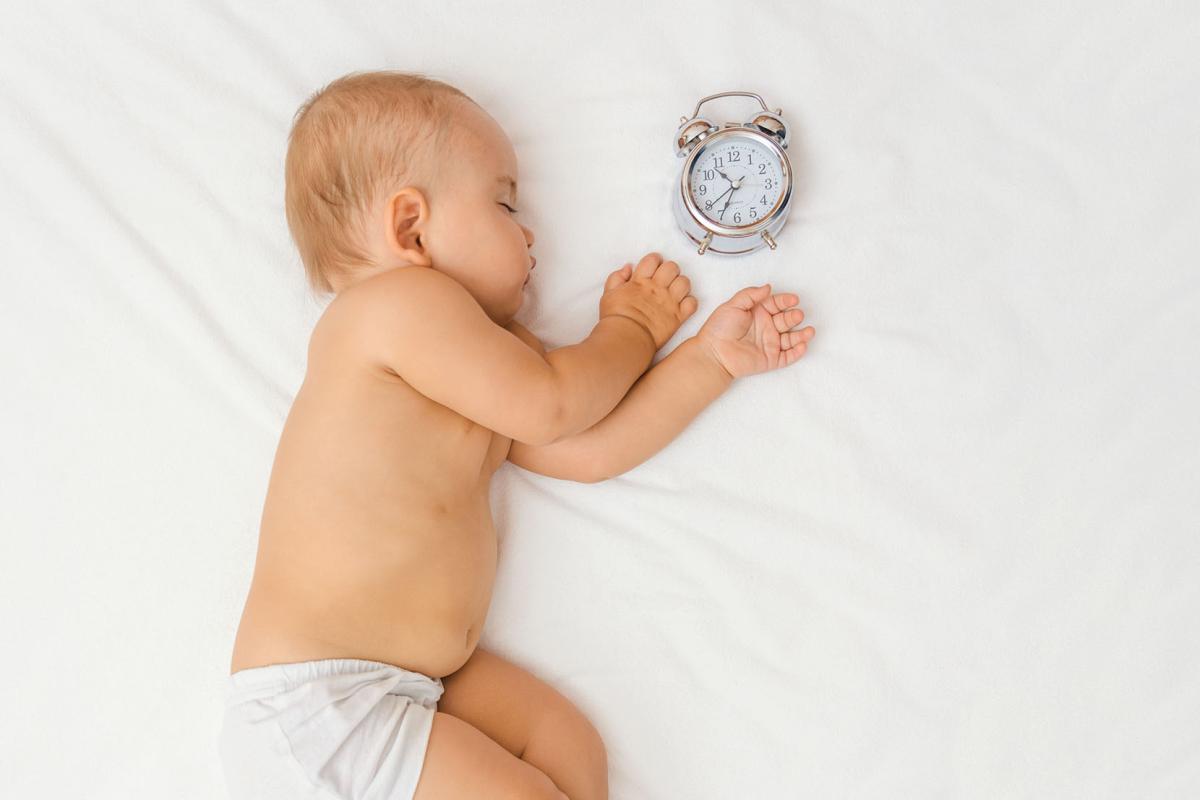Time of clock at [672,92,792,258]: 10:39
